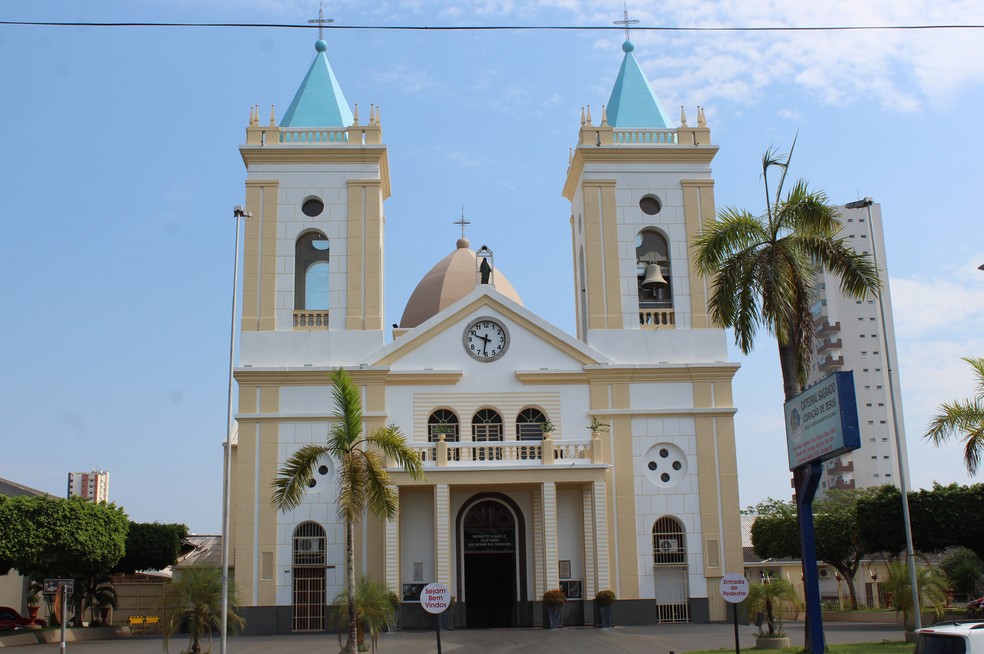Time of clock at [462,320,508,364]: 9:31
